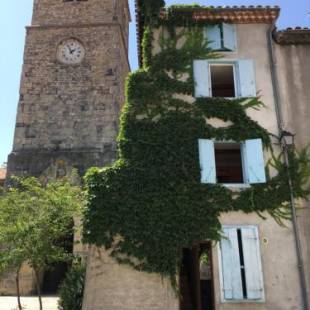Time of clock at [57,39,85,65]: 1:56
